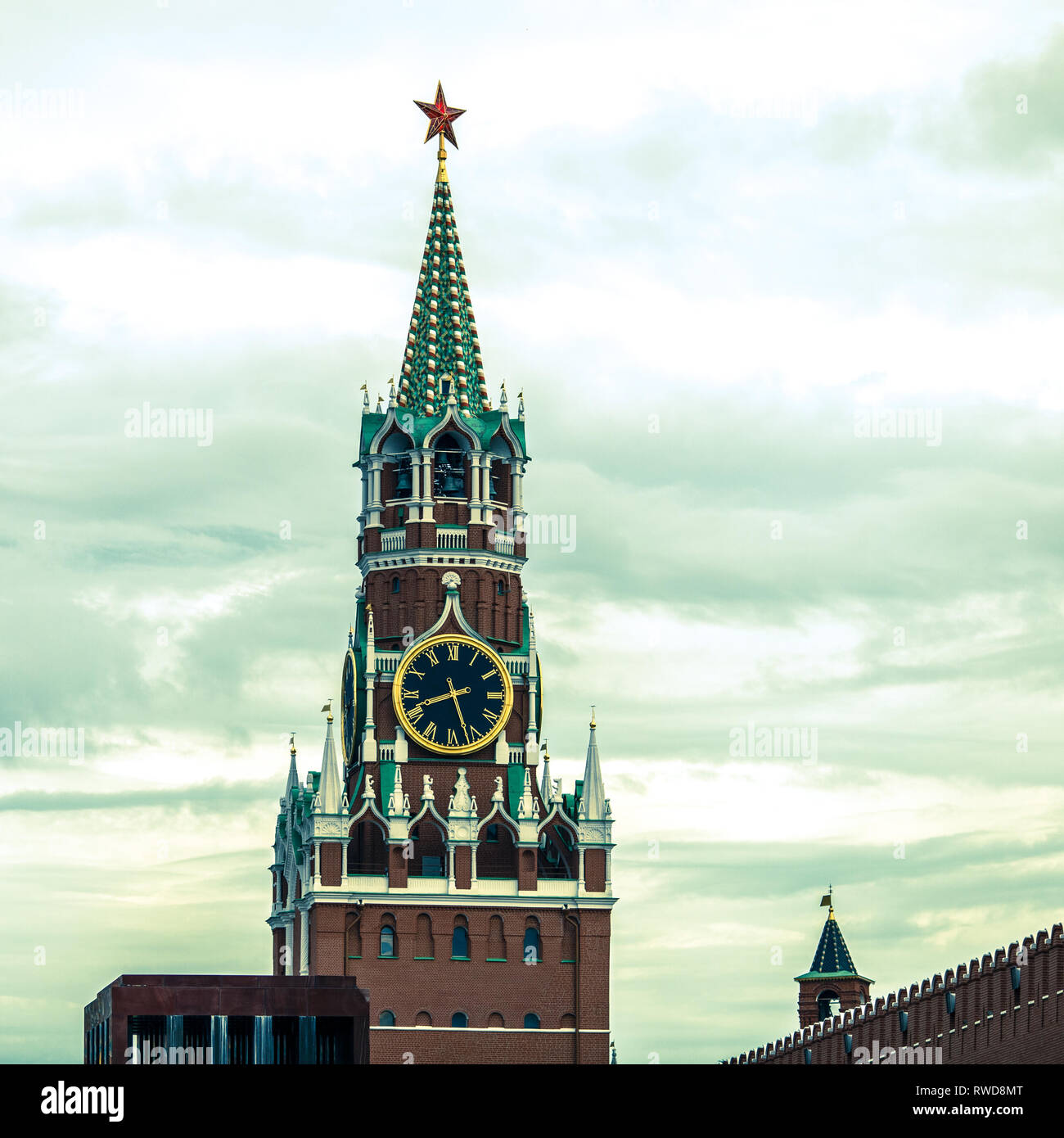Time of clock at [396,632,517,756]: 8:26
